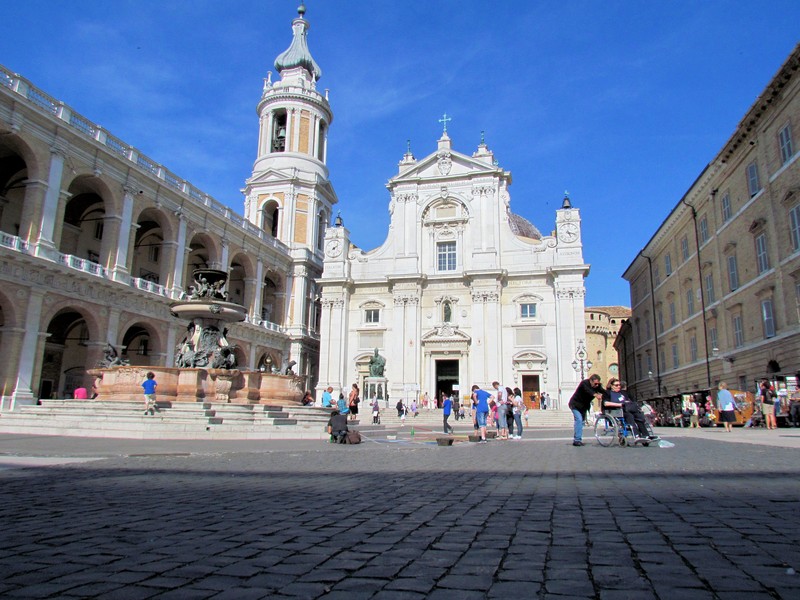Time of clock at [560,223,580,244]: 5:17
